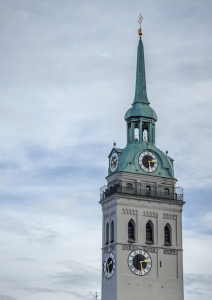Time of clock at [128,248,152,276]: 2:29
